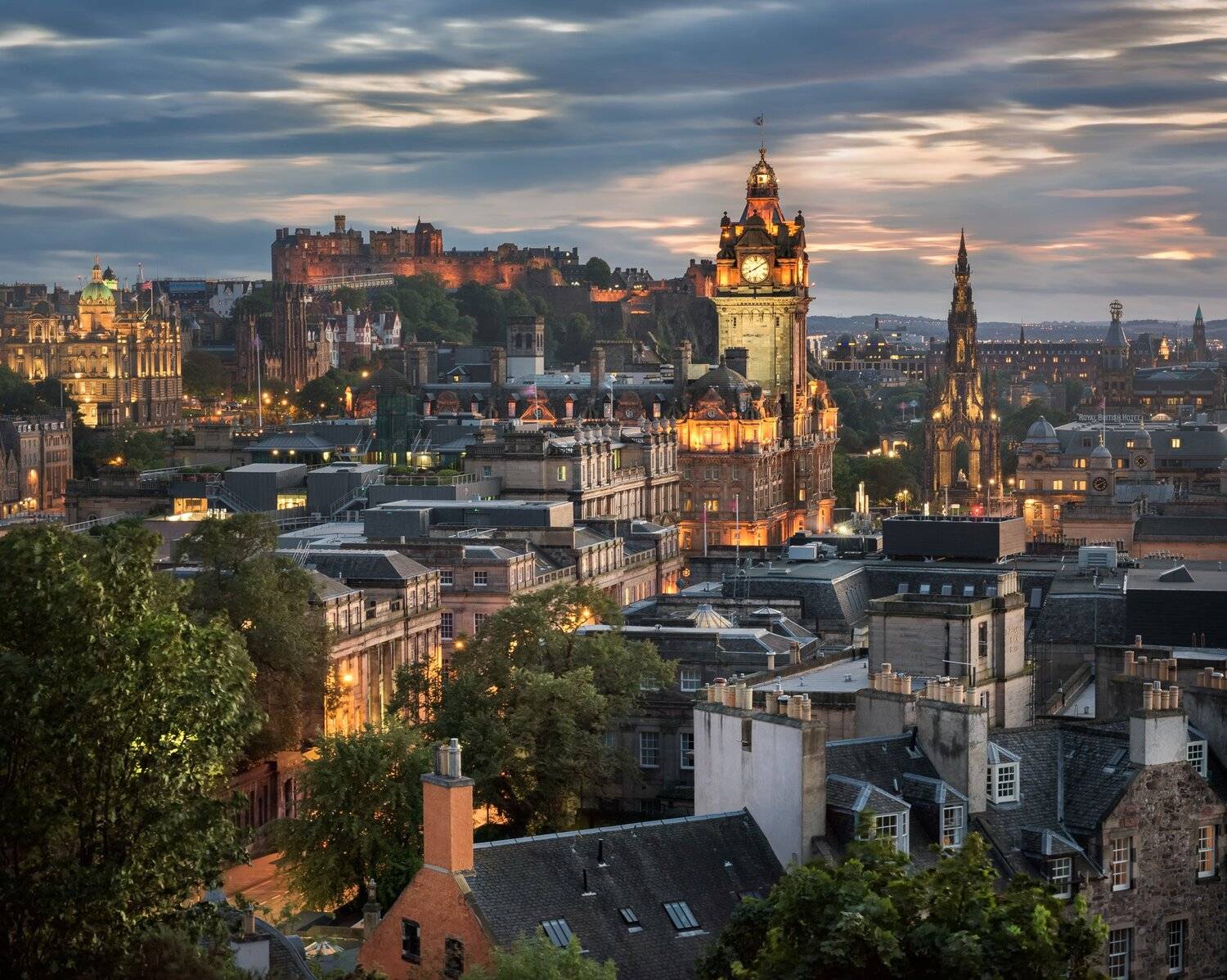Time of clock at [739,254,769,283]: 8:09
